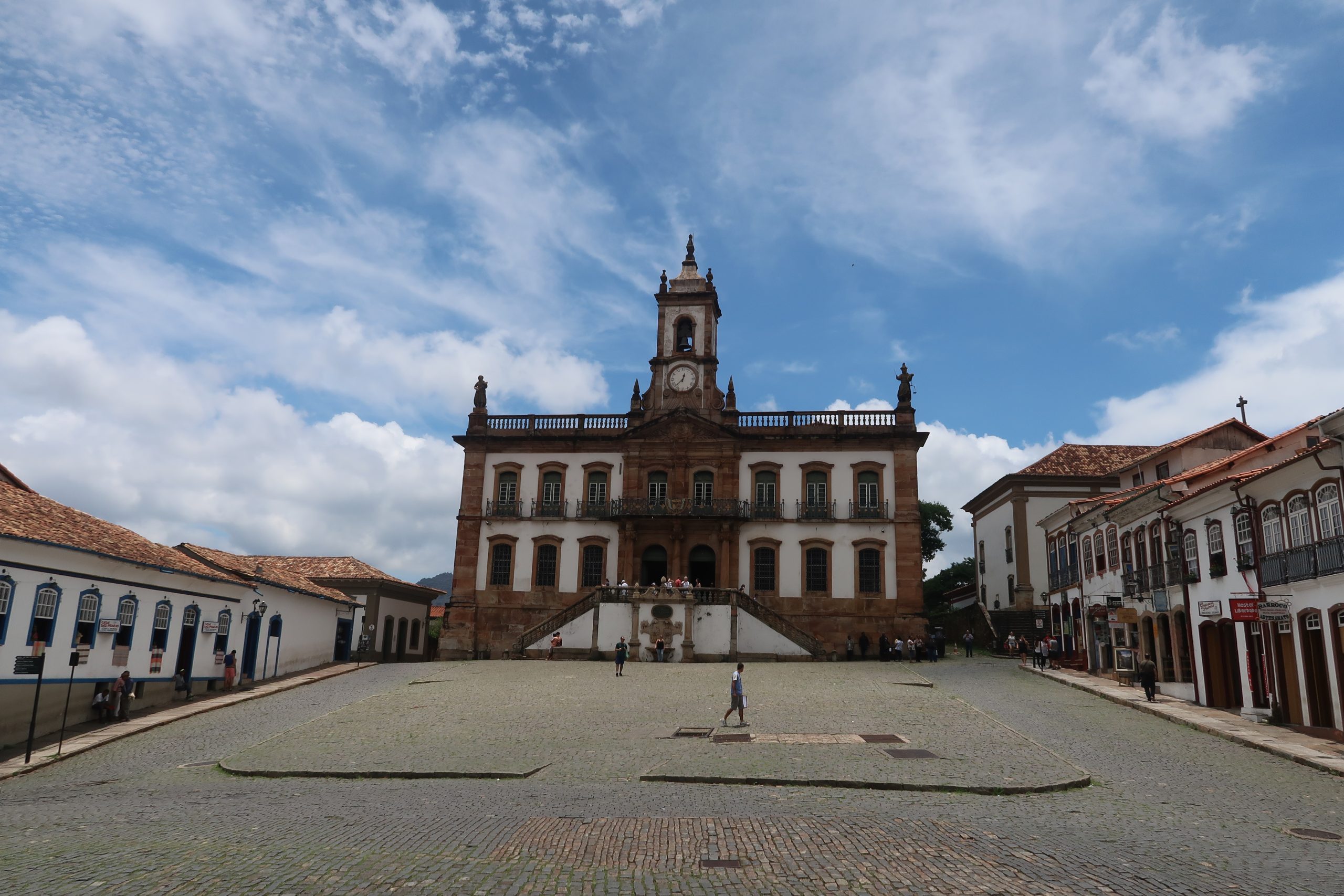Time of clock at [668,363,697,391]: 12:37
